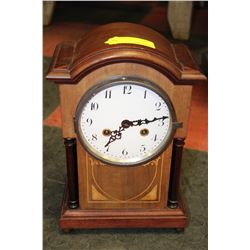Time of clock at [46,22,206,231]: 7:13
